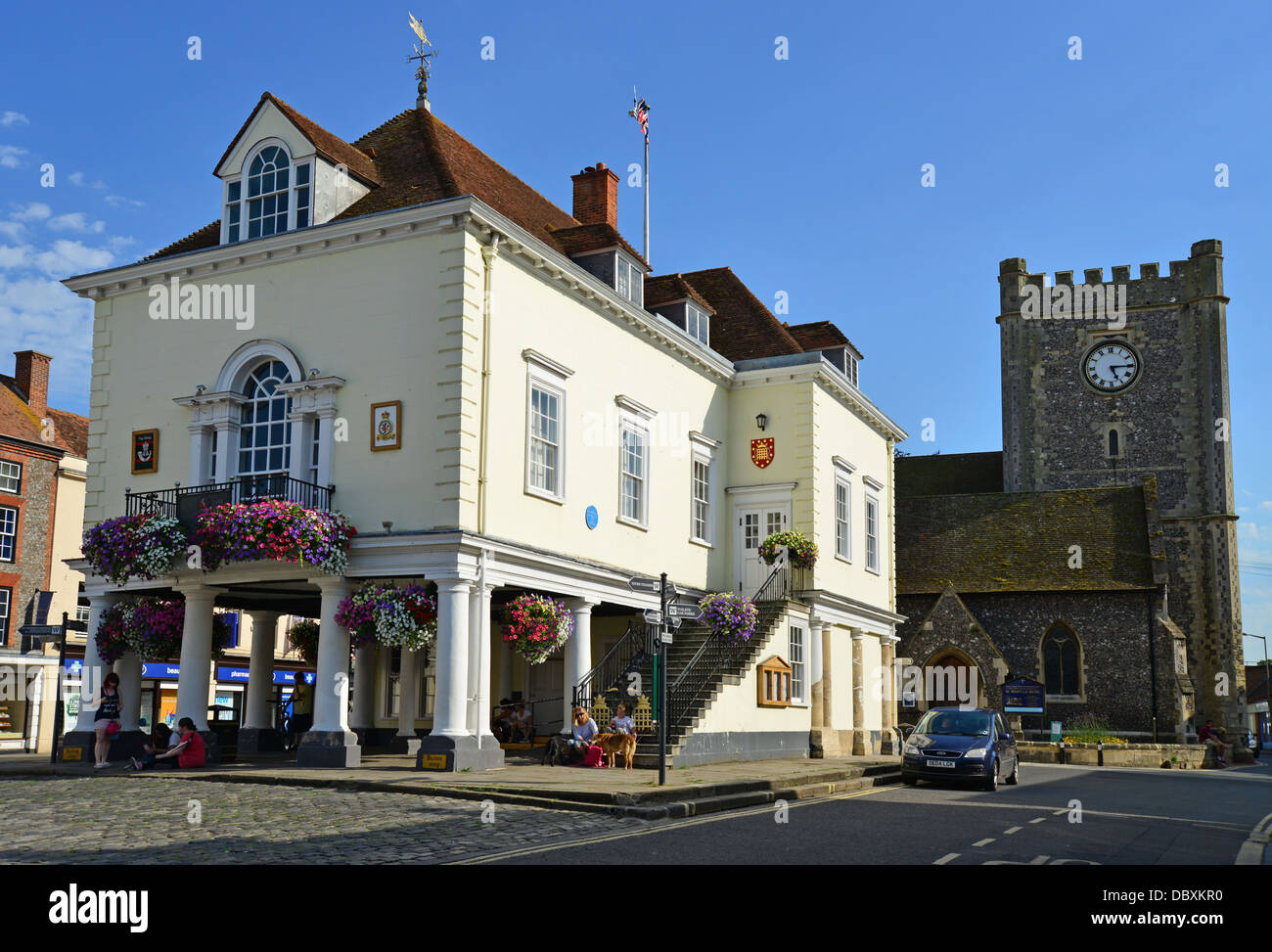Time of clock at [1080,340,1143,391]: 5:15
